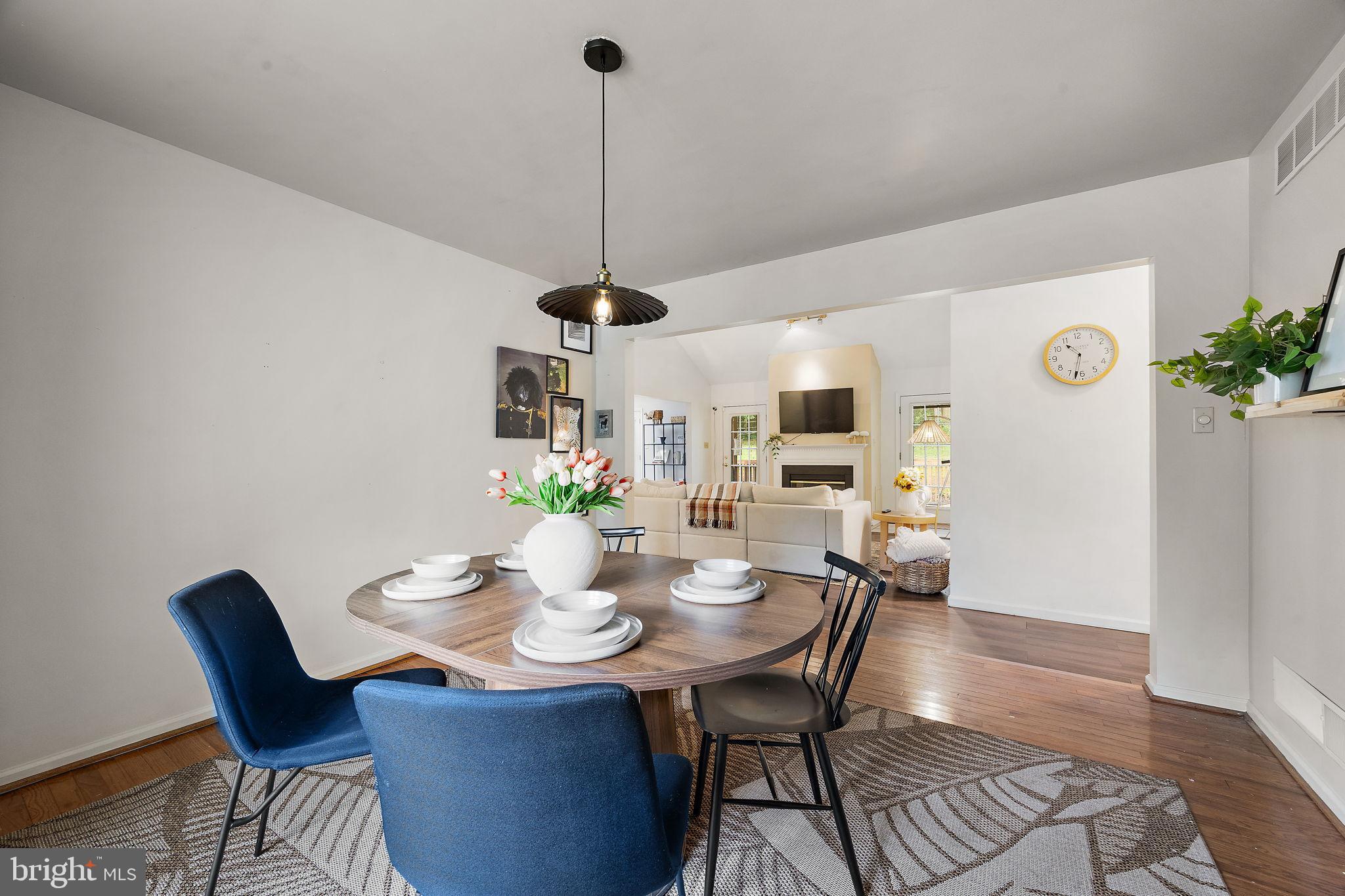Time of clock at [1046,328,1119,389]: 10:32
